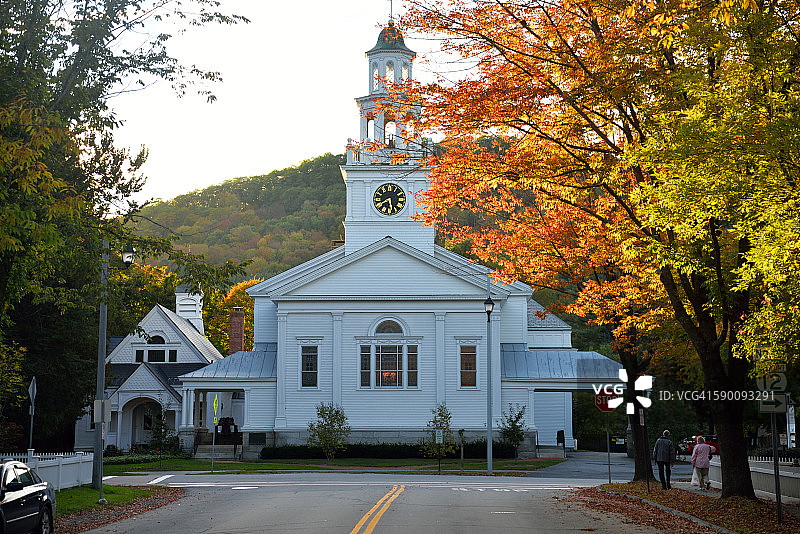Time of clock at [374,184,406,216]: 5:40
